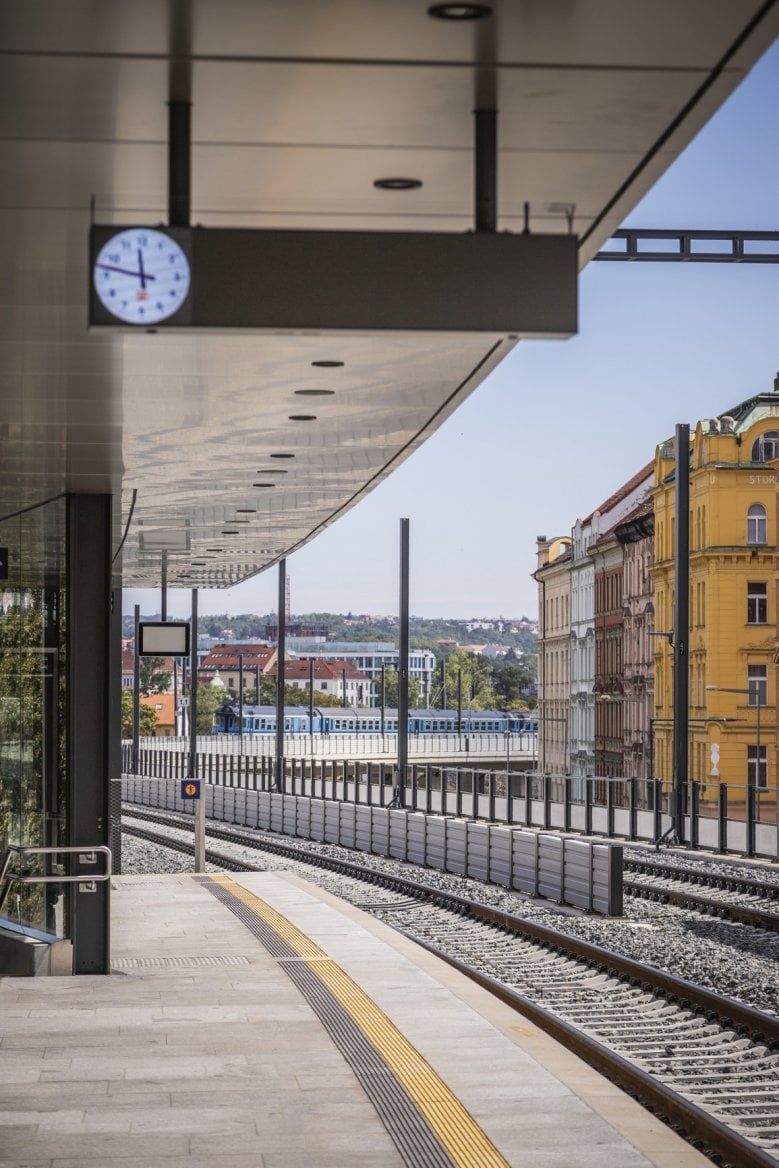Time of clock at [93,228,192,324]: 11:47
